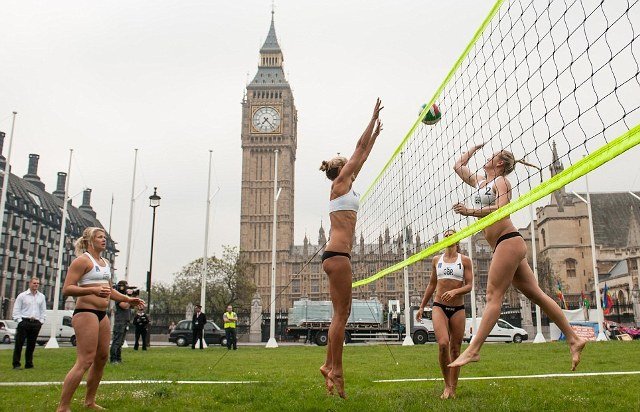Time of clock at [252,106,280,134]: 7:22
